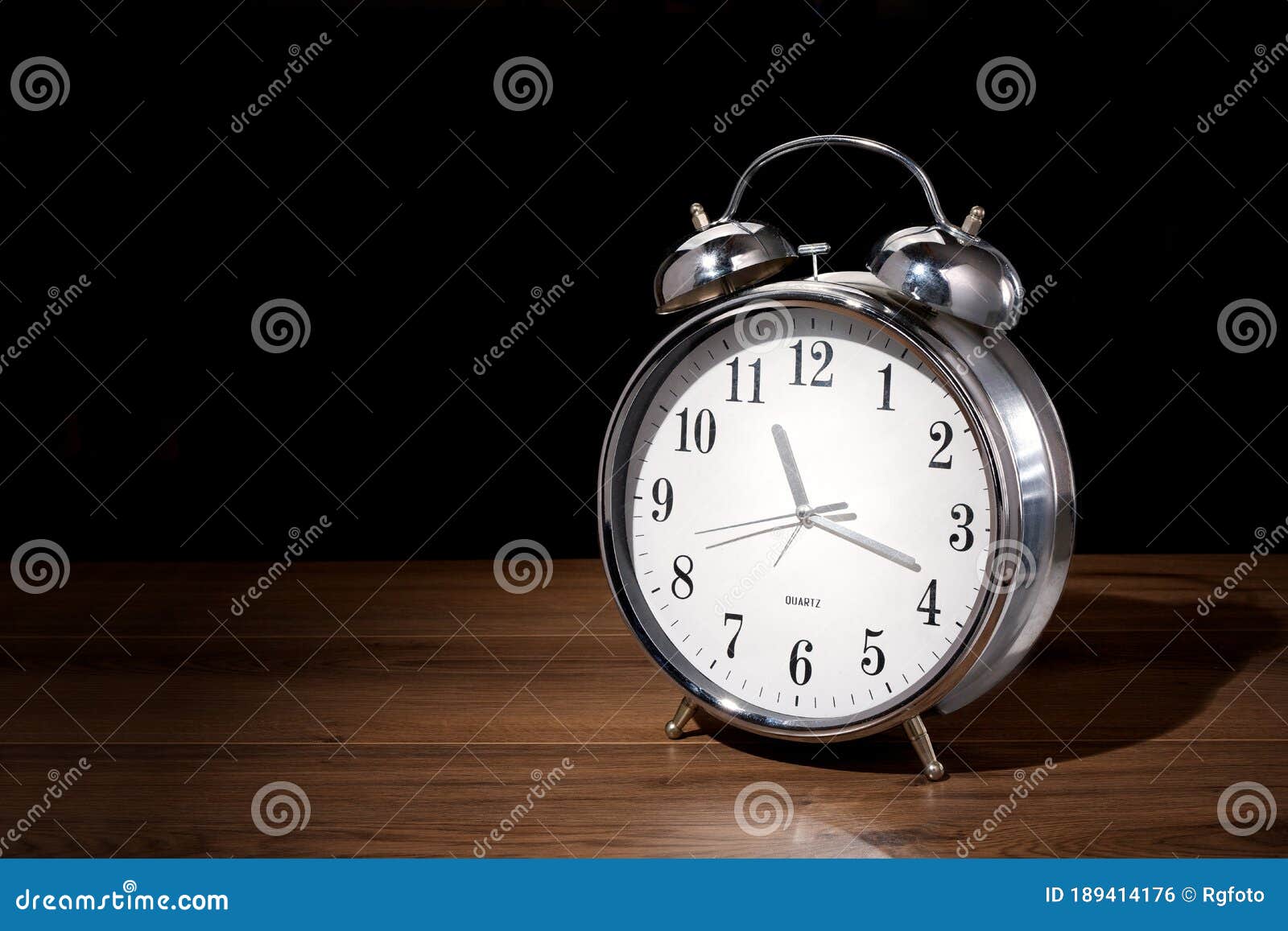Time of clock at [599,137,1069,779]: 11:18
